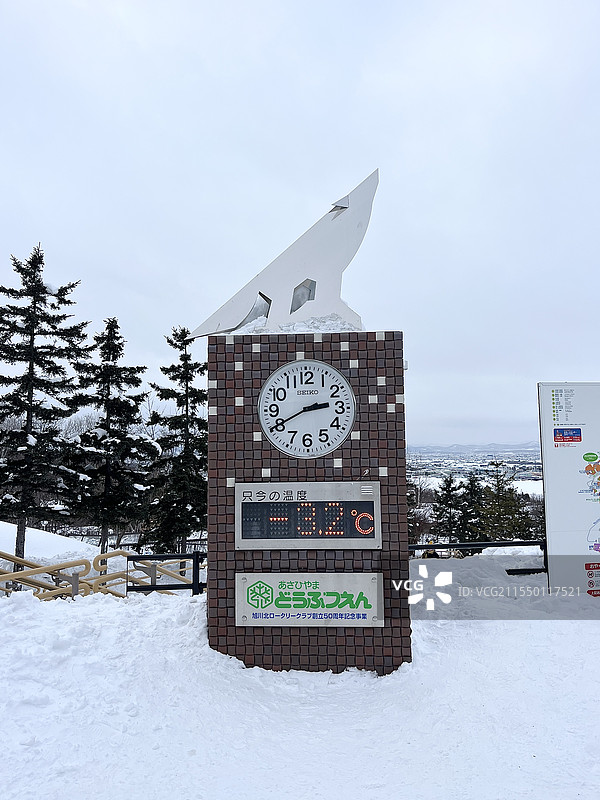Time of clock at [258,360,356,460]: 2:40
